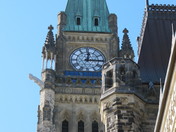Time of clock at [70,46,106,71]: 12:14
